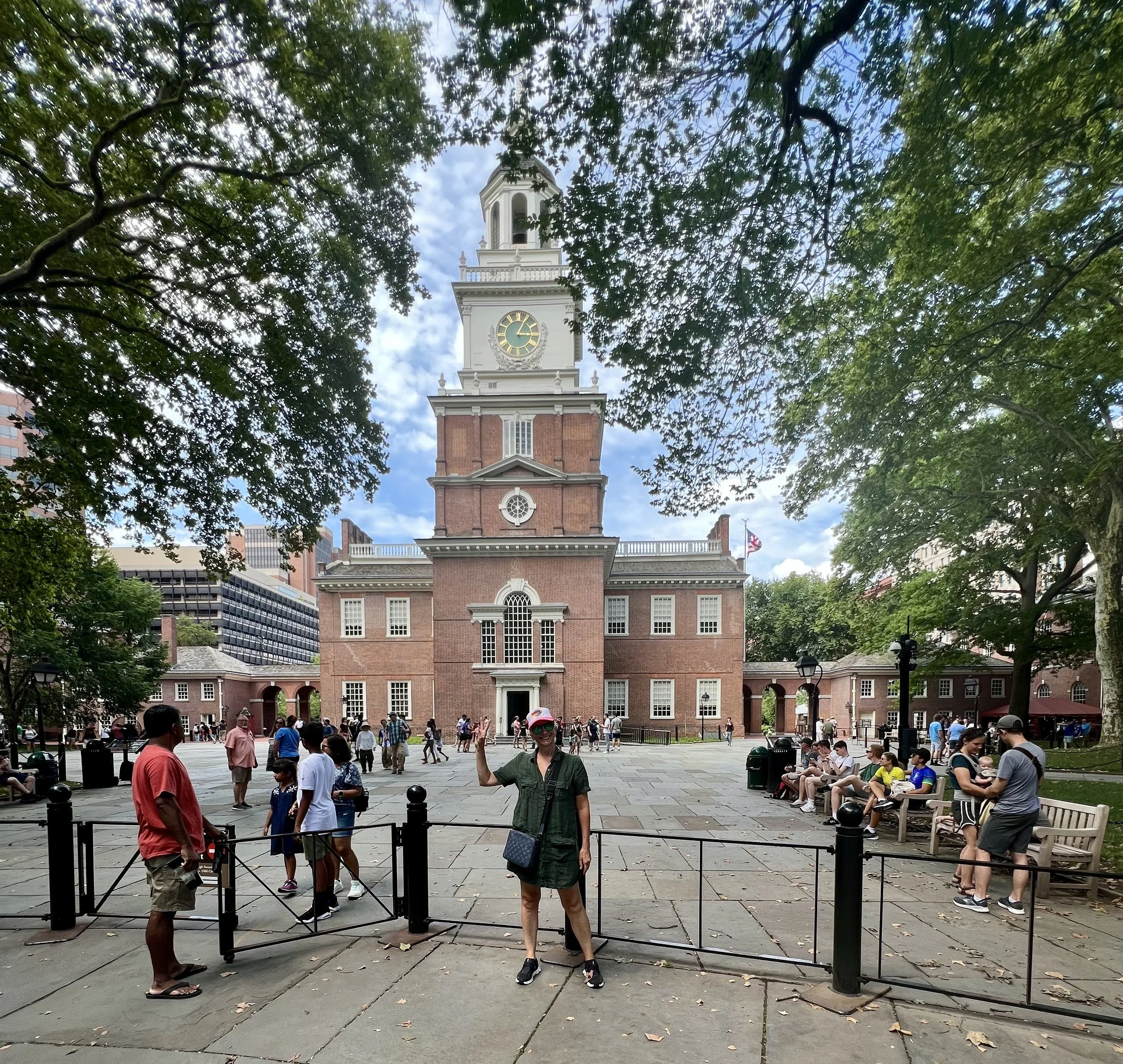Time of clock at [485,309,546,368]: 3:04
